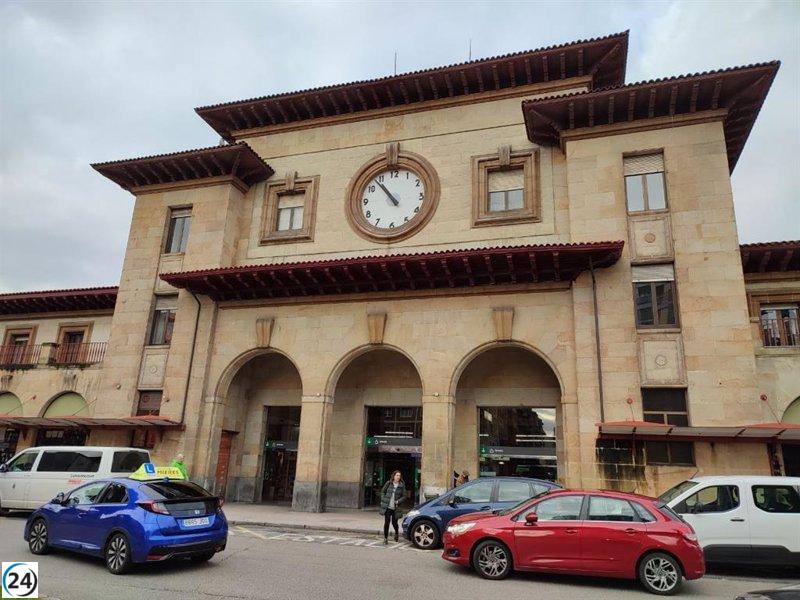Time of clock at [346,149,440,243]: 10:53
